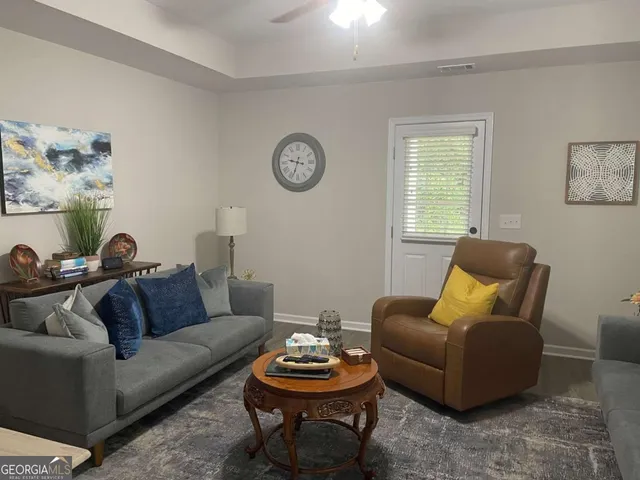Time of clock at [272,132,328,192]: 9:33
